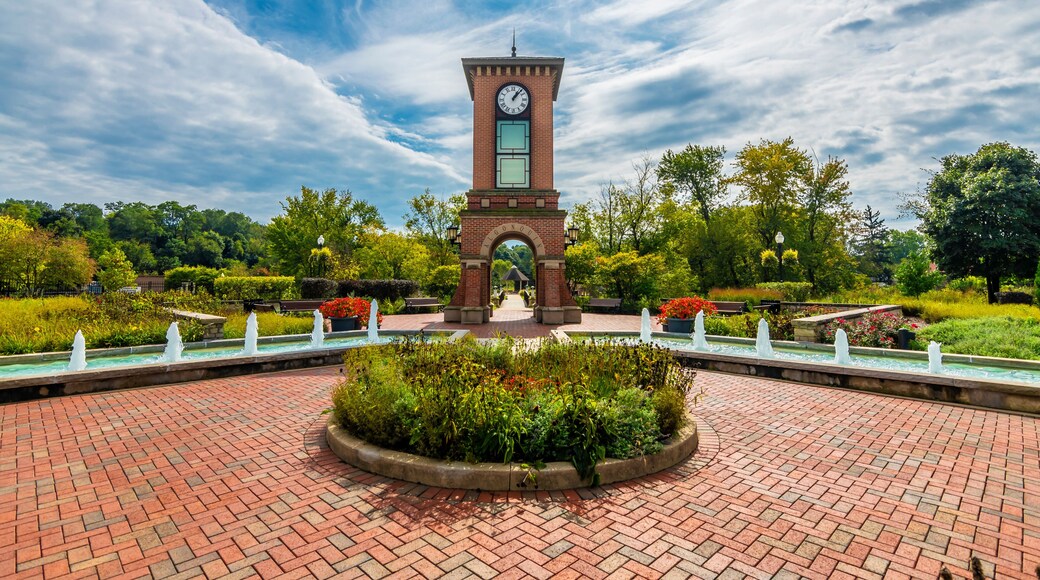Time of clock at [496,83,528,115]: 1:07
